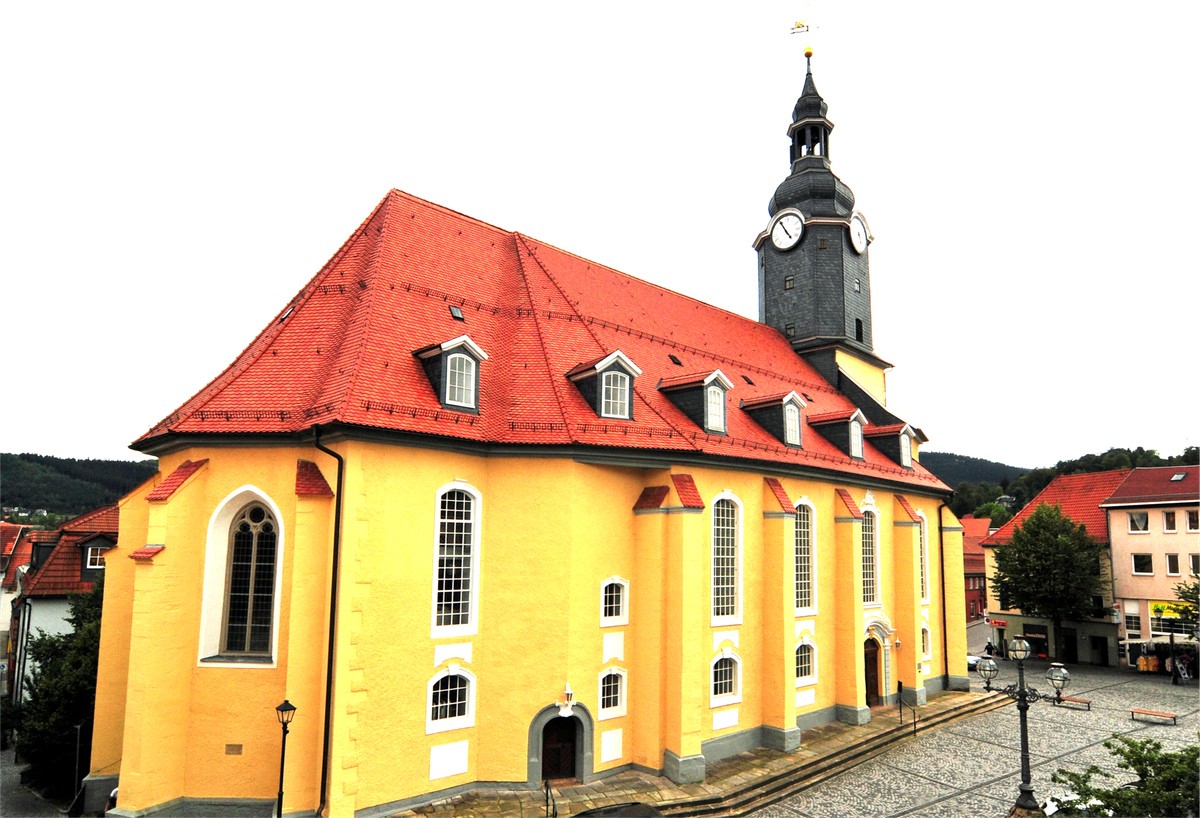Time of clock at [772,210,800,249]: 4:54
